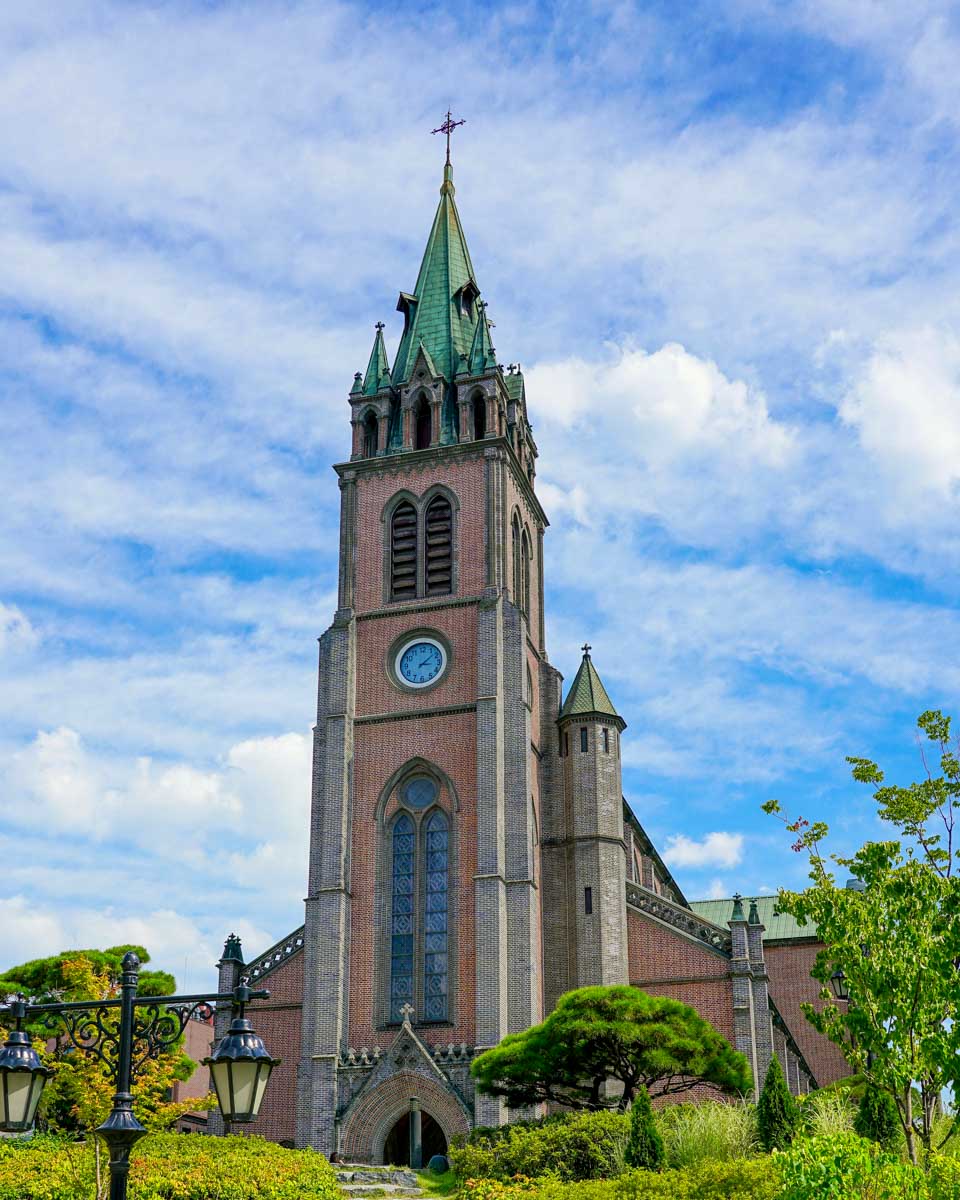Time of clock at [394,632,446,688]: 3:08
